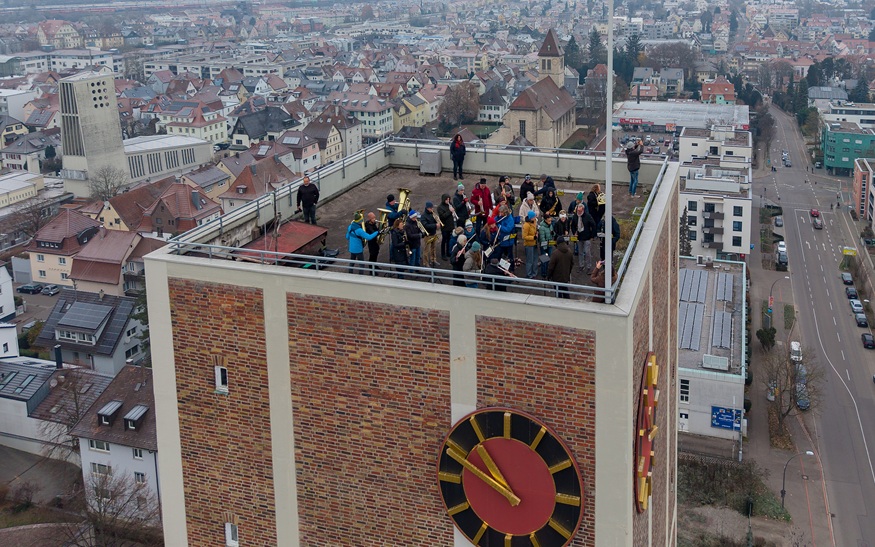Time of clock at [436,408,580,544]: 10:49
